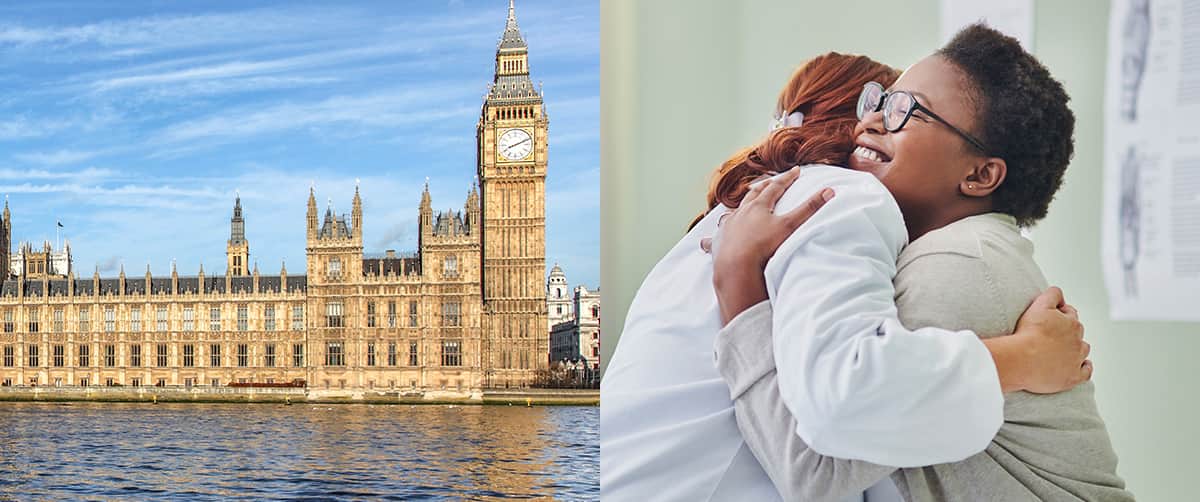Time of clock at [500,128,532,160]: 8:11
